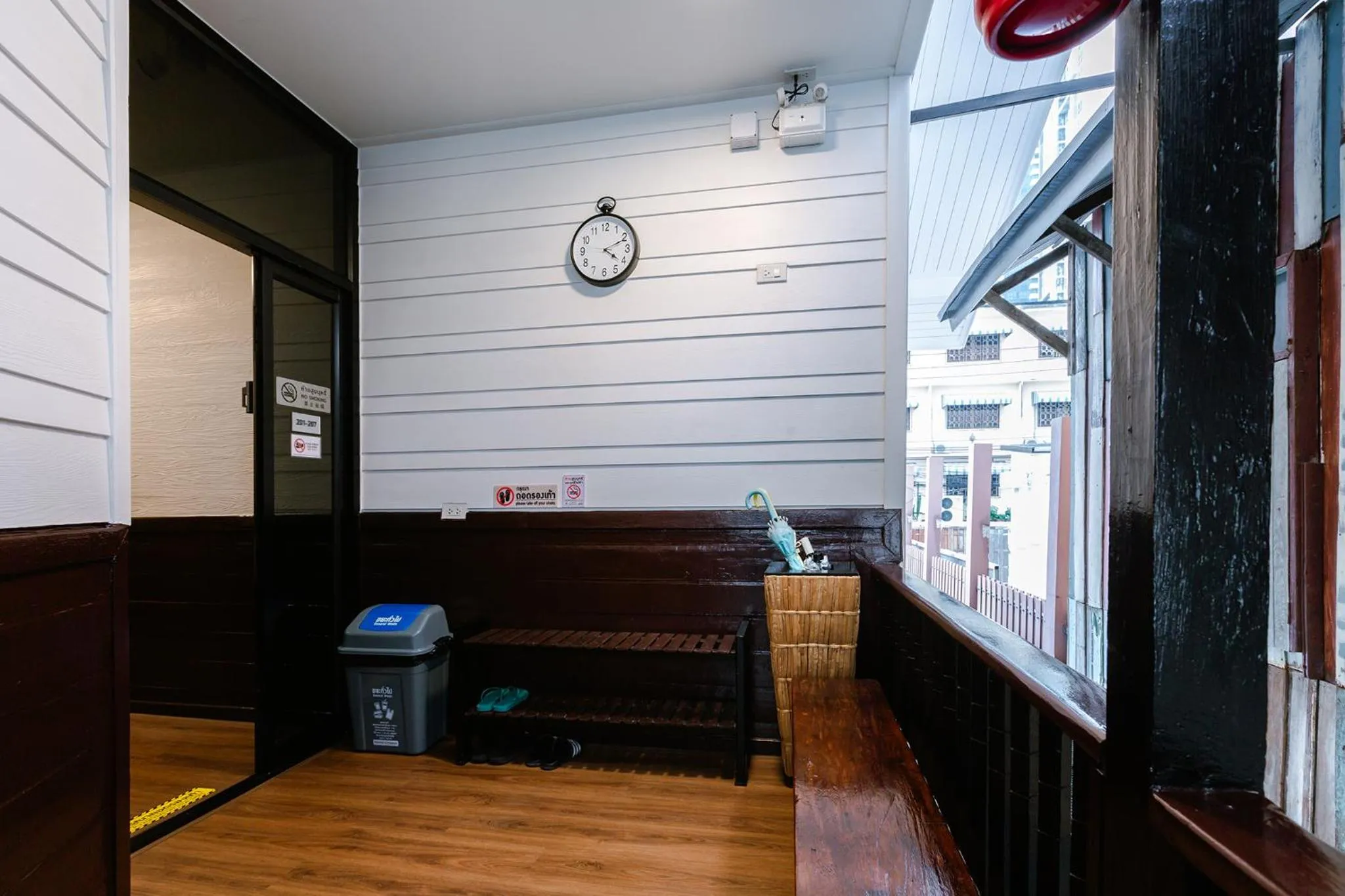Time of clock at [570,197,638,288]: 4:11
